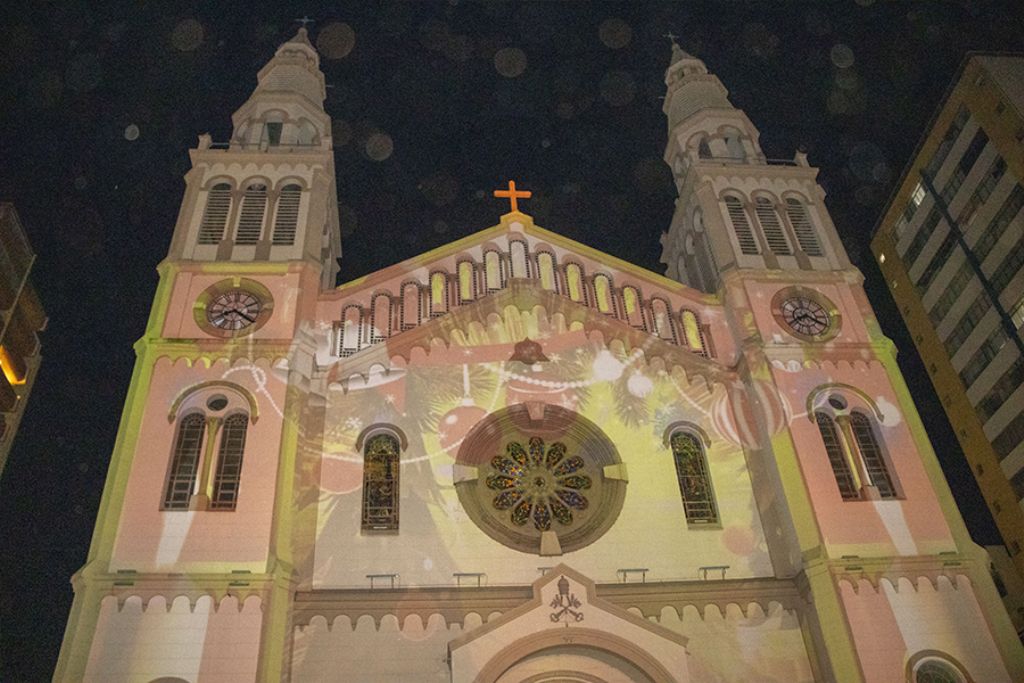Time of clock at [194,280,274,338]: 8:20
